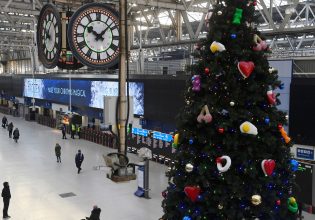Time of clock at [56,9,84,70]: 10:07
